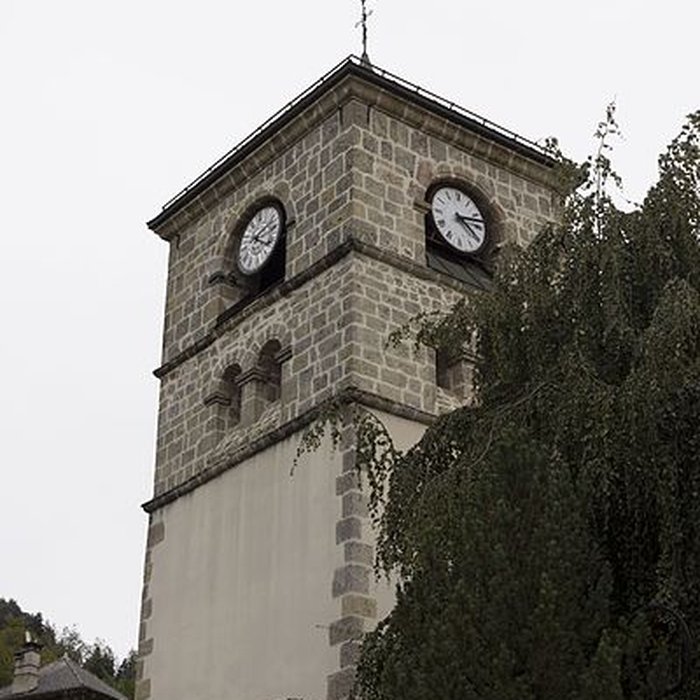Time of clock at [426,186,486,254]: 4:12
